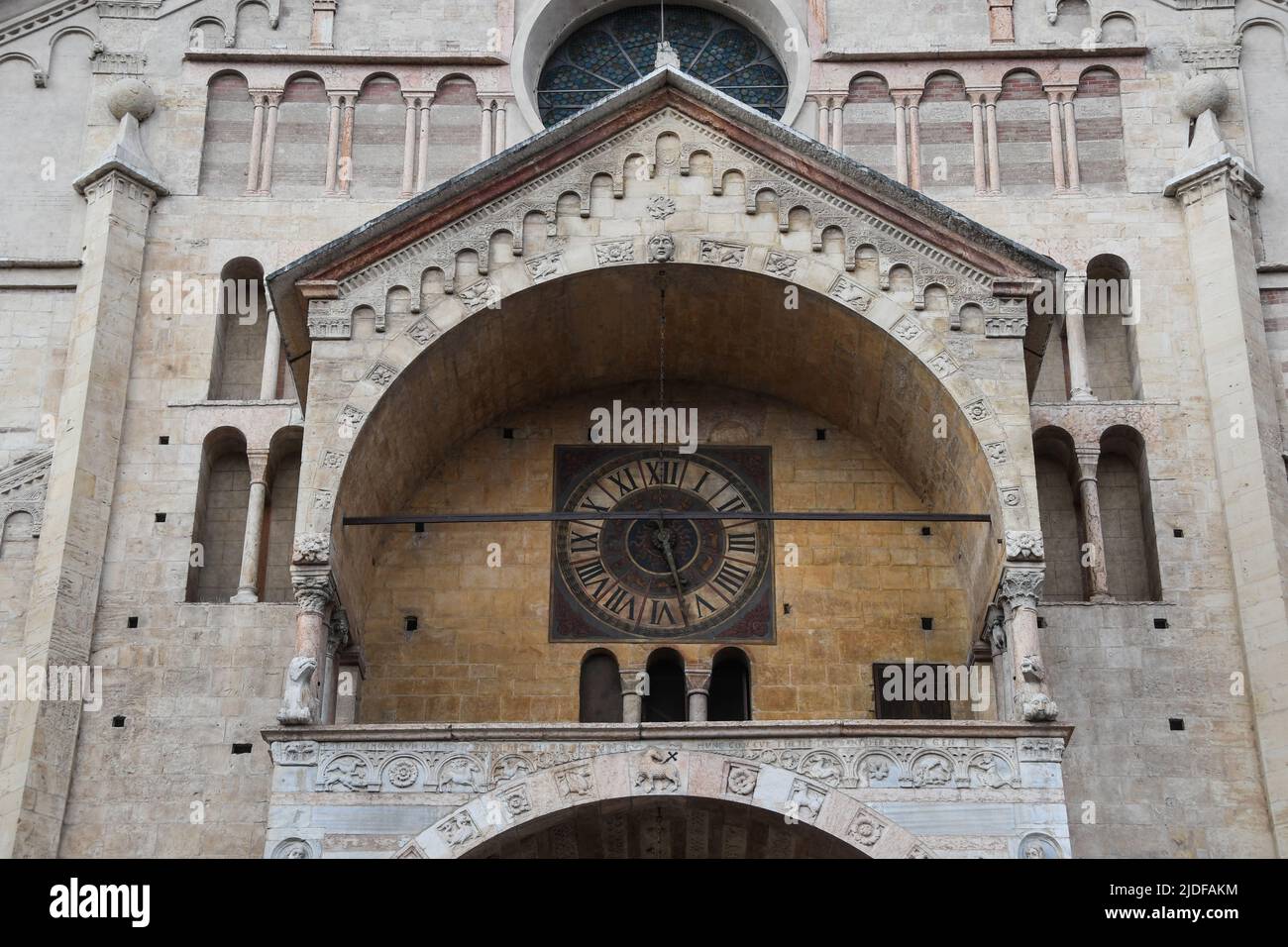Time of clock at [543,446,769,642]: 5:26
